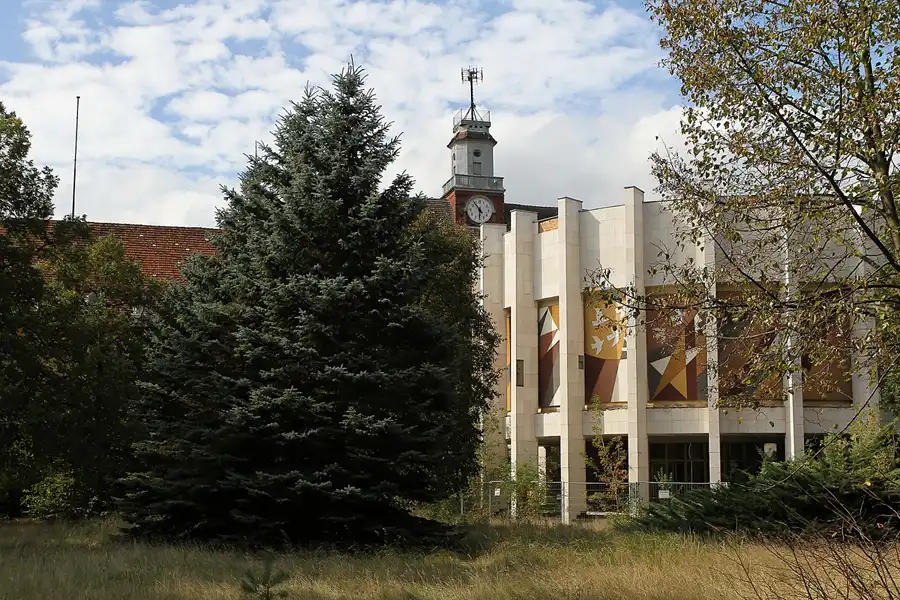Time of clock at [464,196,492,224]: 5:53
